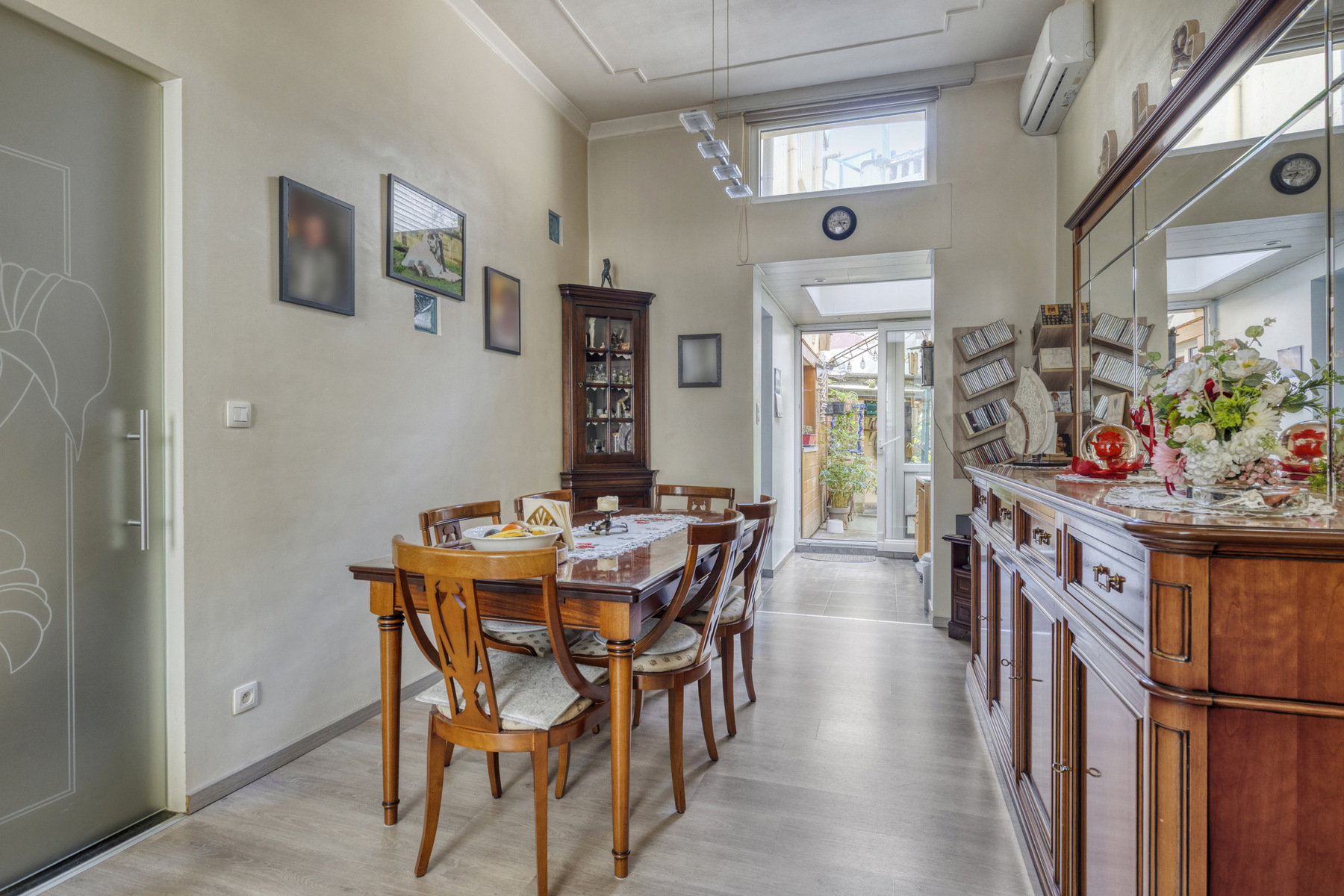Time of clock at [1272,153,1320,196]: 8:35
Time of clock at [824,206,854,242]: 3:24
